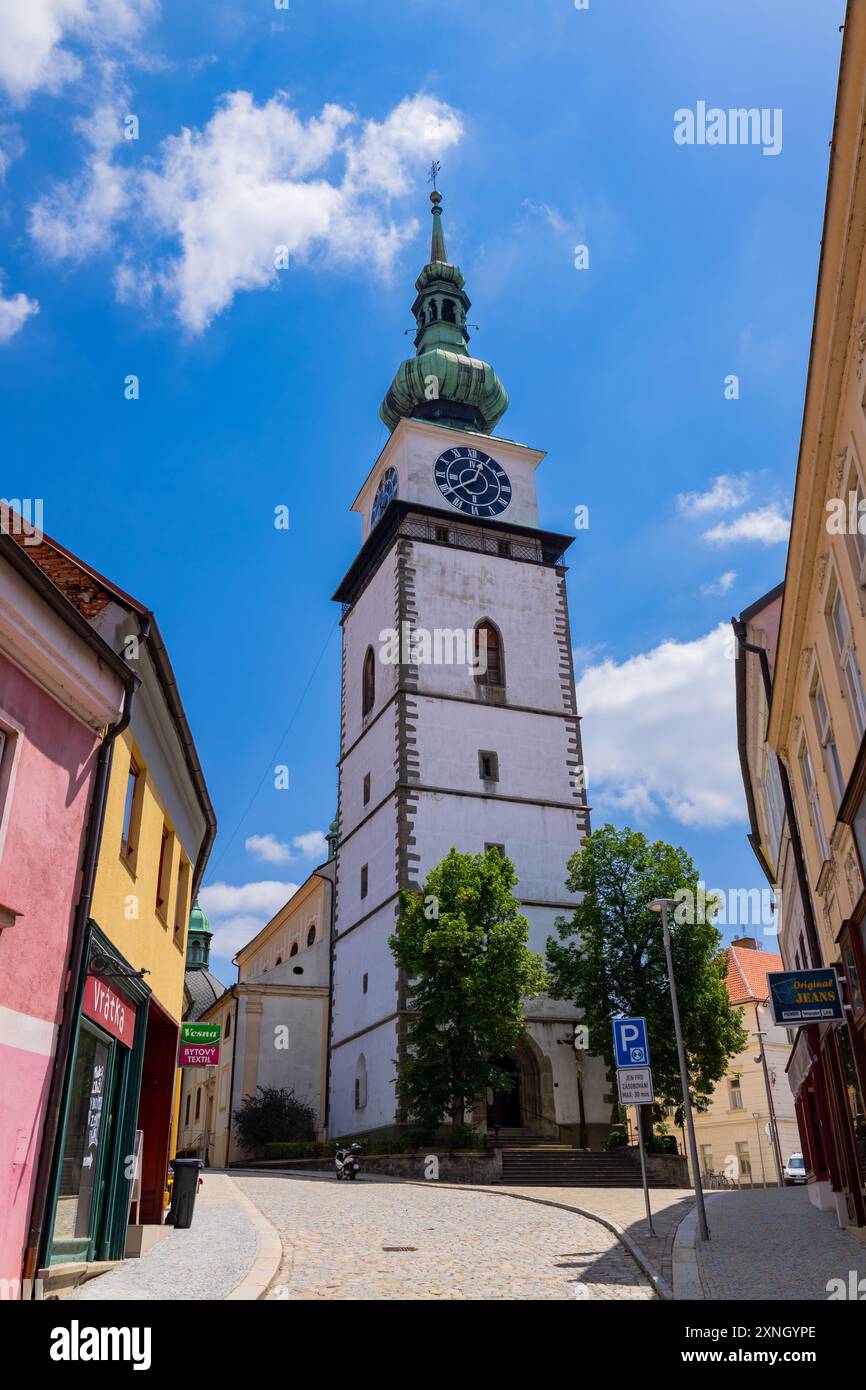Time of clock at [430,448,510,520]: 12:39
